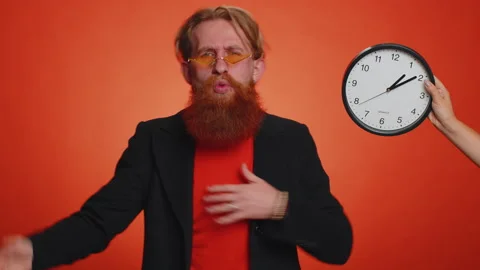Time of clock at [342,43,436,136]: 1:09
